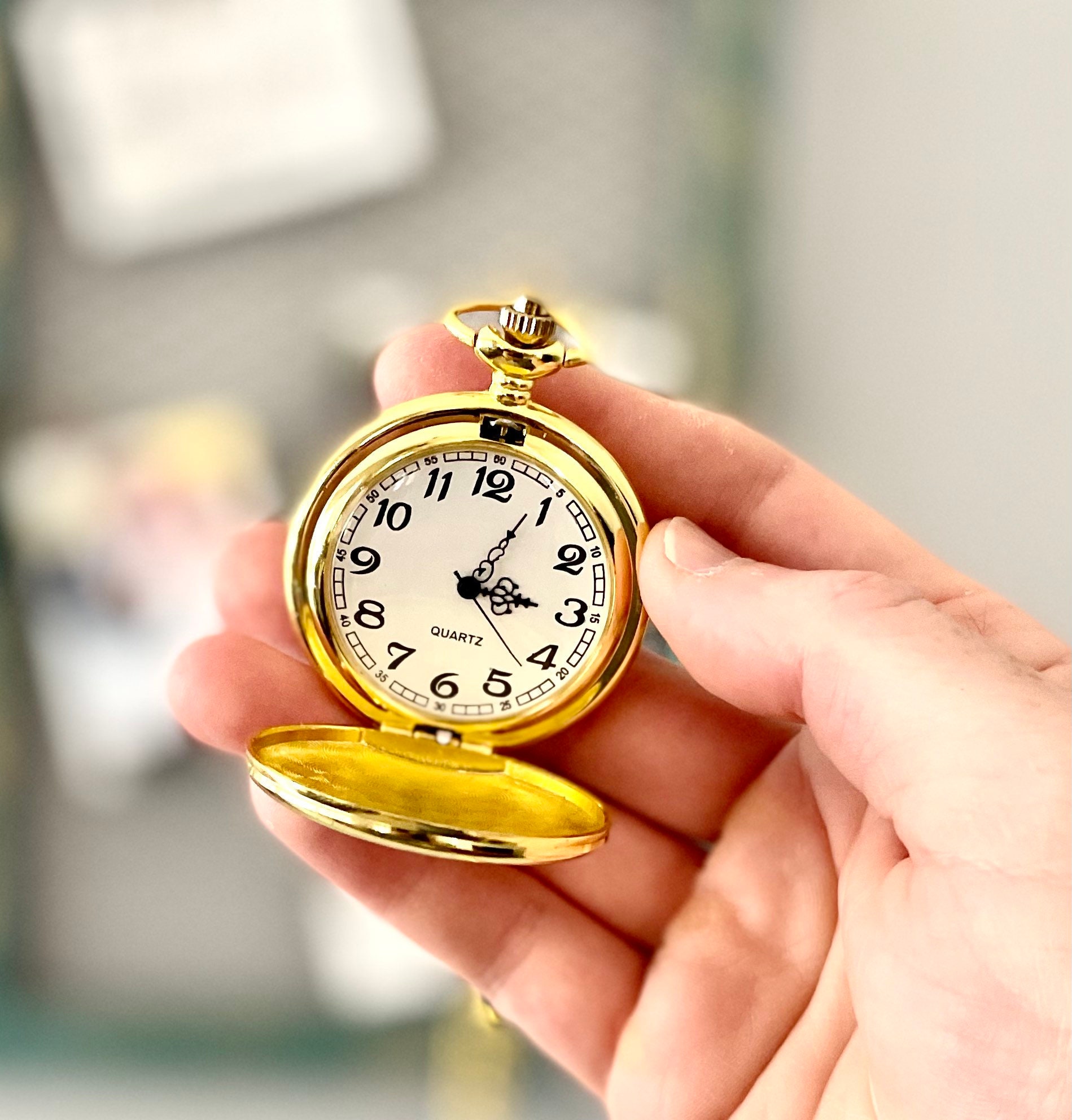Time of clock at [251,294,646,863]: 3:04
